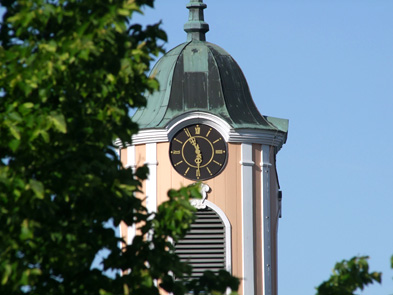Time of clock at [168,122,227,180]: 5:55
